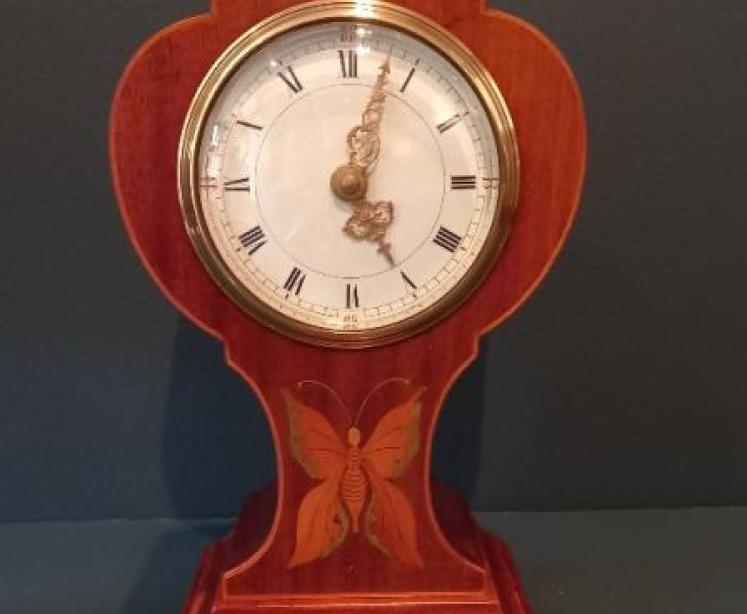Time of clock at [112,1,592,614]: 5:02
